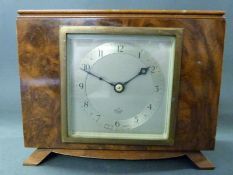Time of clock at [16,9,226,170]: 1:49
